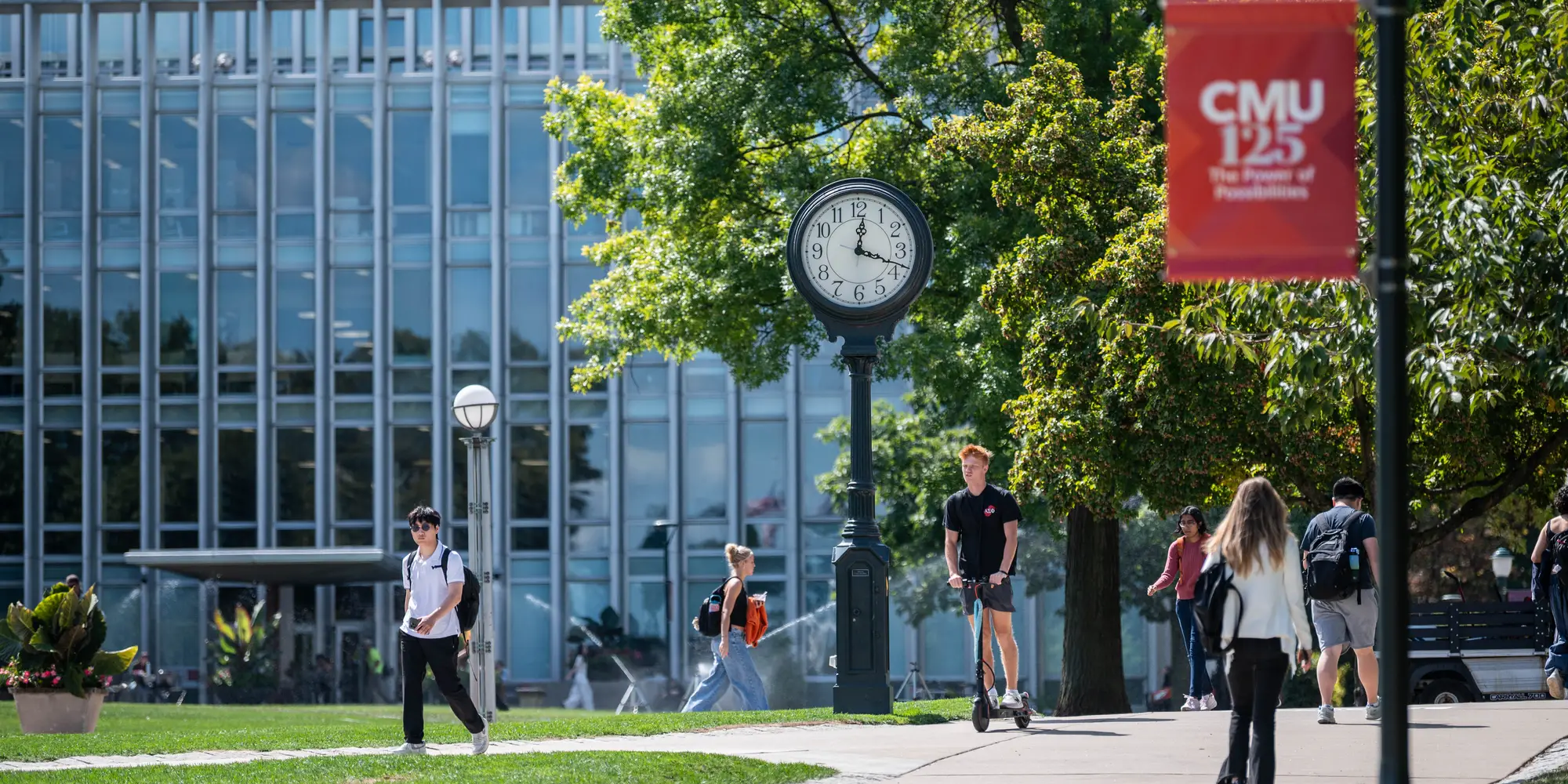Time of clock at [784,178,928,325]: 12:18
